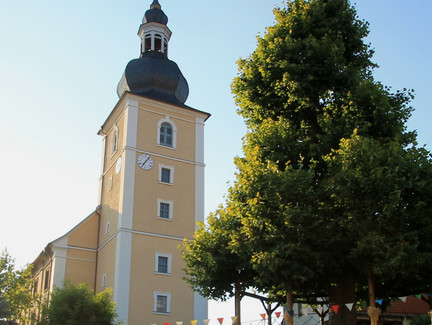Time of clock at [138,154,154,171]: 7:06
